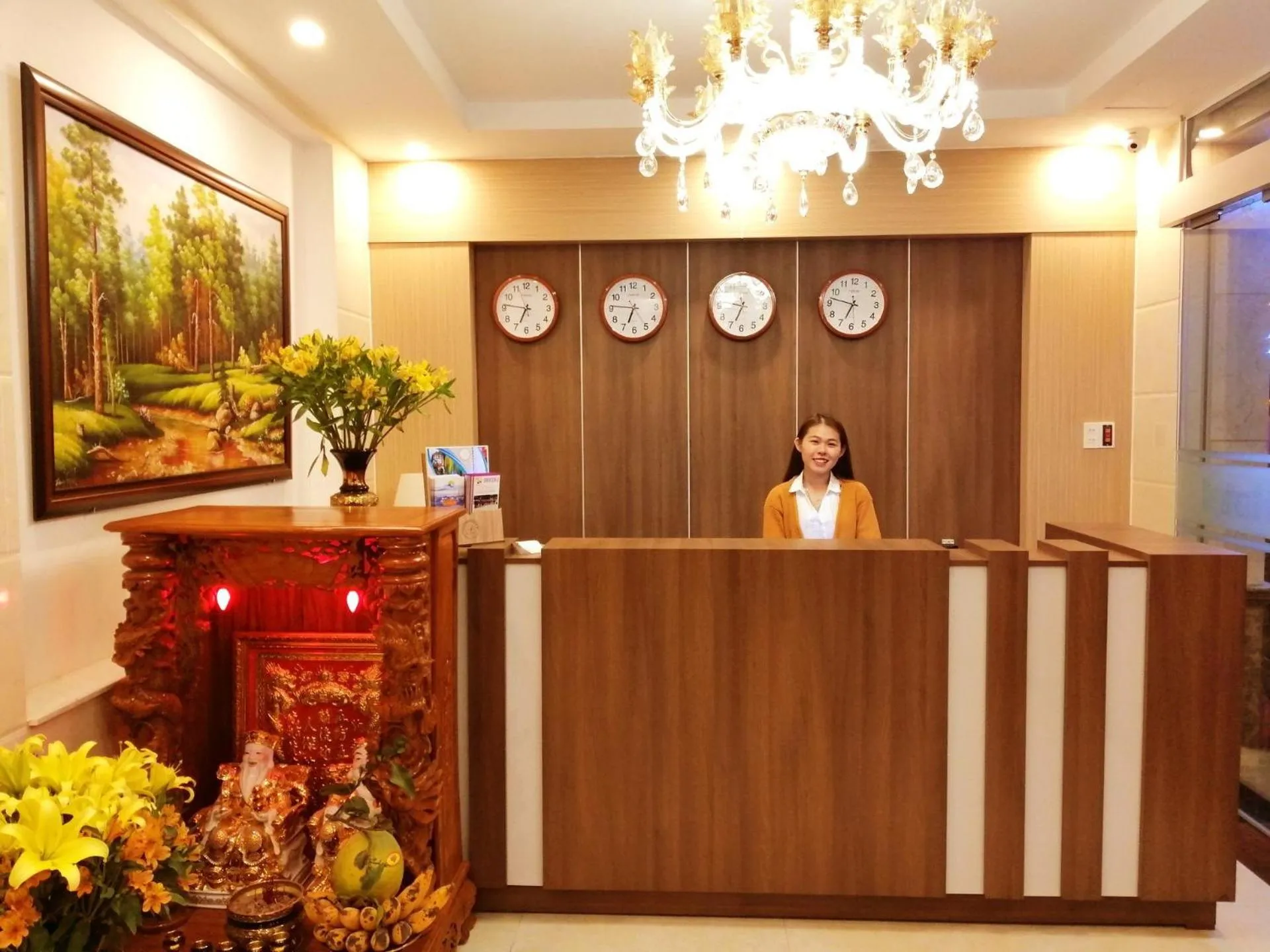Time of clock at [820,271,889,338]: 6:47
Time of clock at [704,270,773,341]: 6:46
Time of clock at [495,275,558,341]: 6:46
